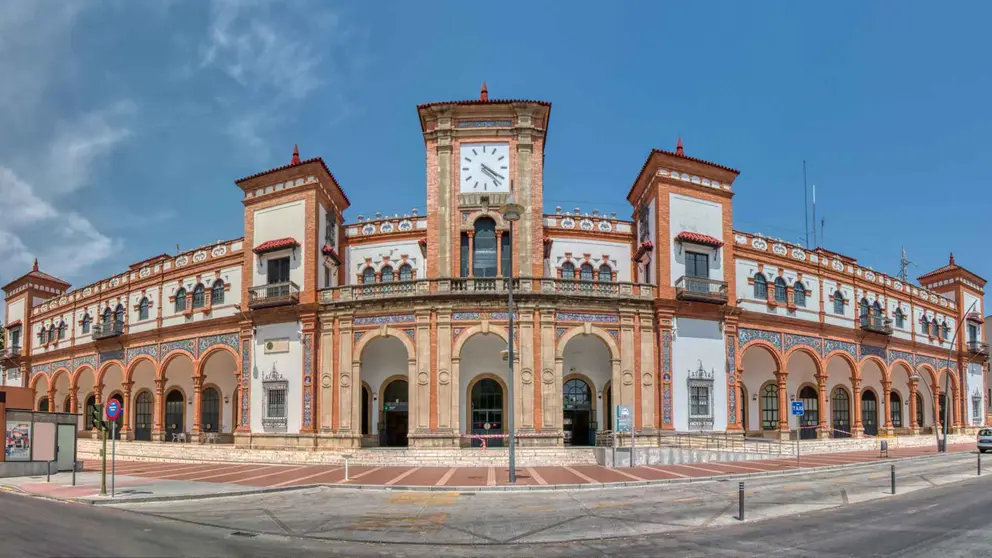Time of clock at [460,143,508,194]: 4:20
